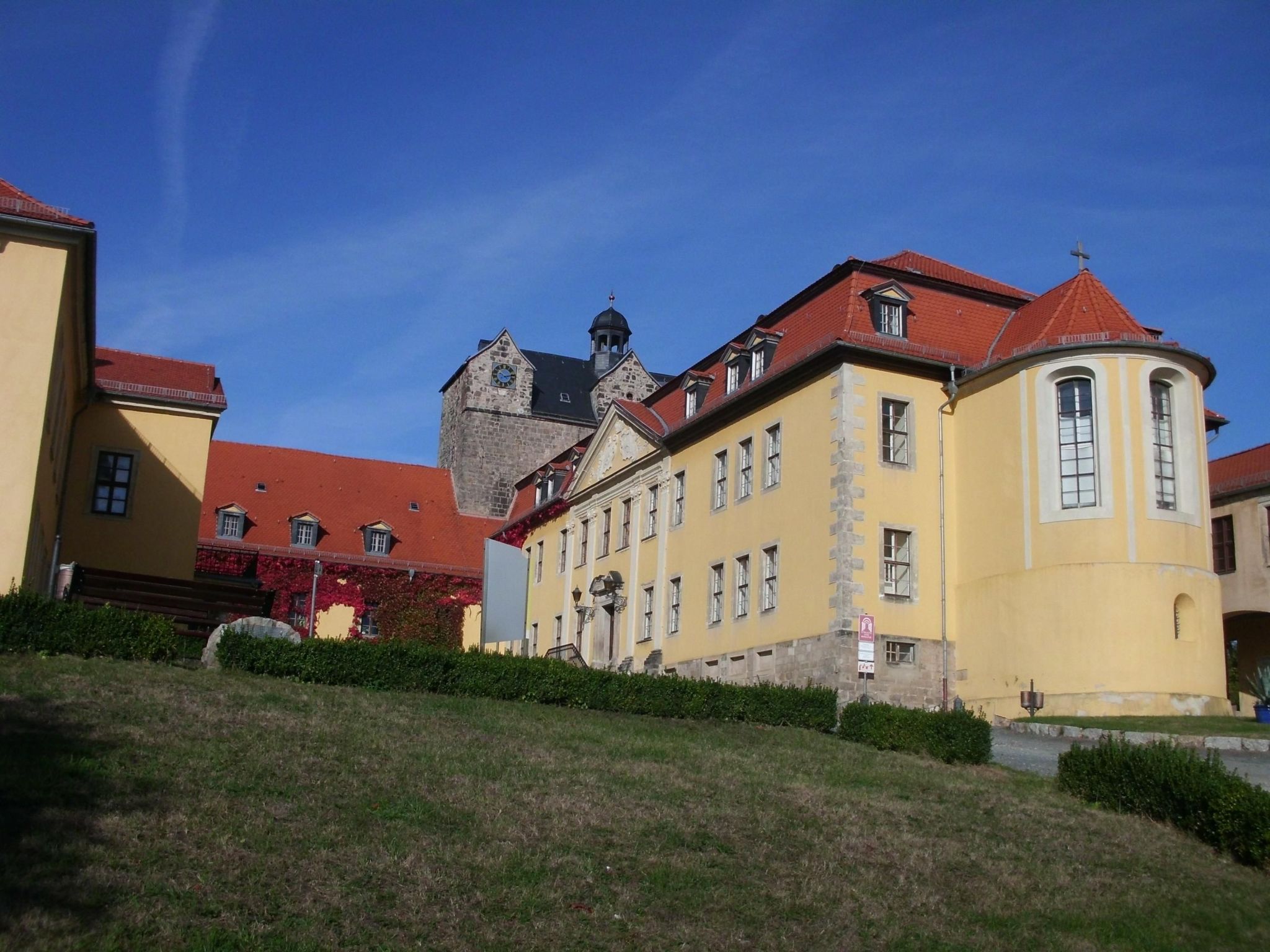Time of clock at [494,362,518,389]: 10:12
